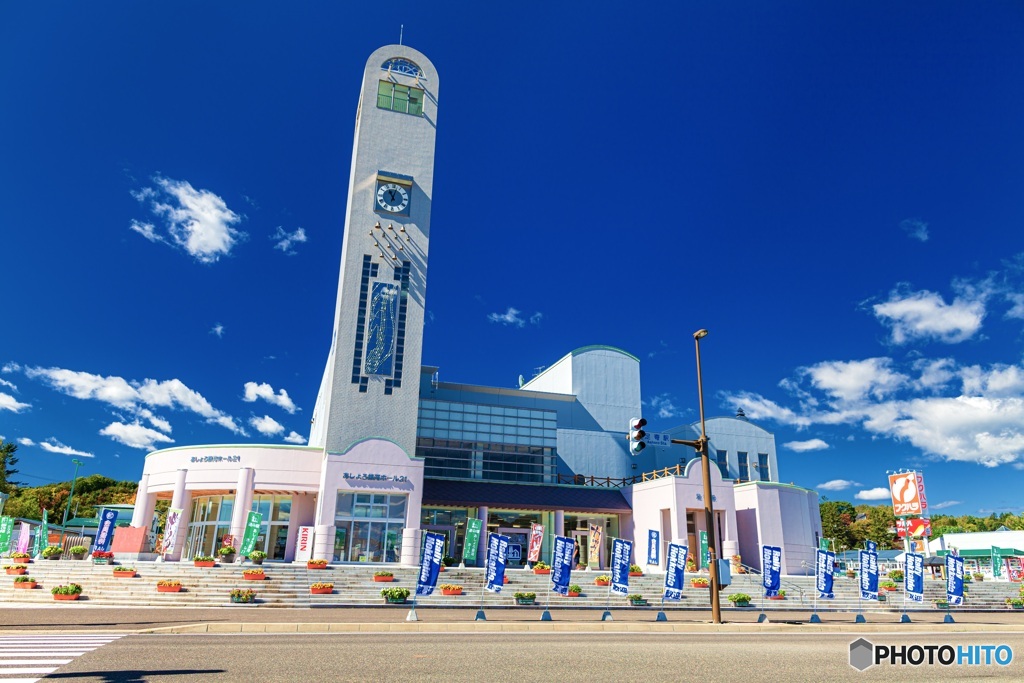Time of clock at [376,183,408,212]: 11:02
